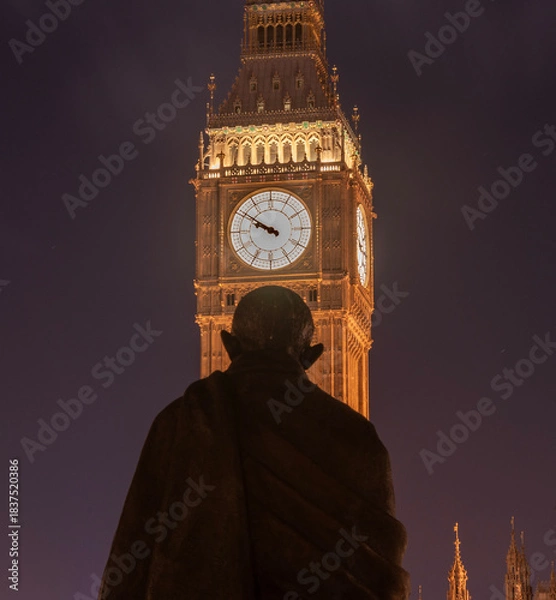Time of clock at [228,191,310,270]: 9:50
